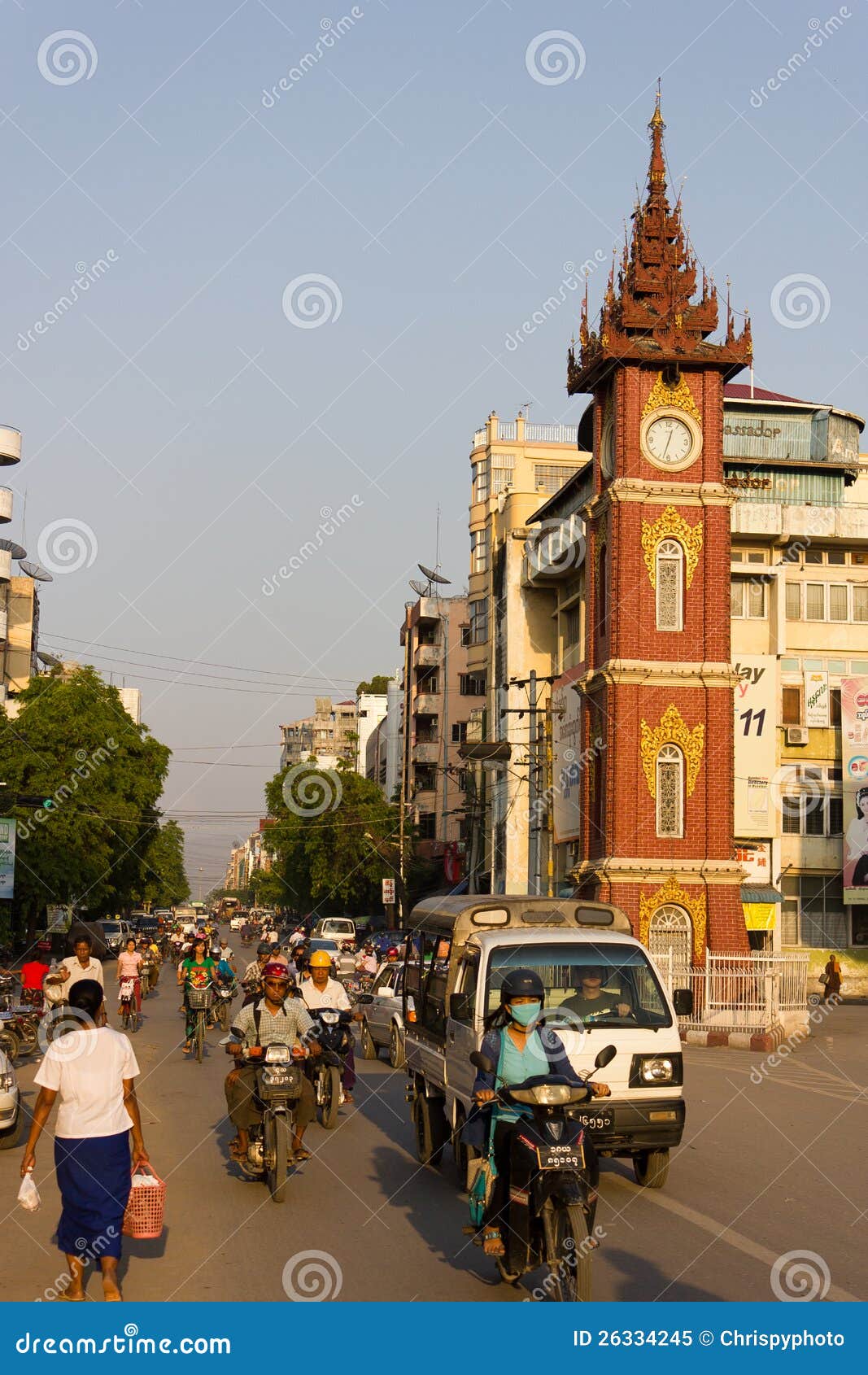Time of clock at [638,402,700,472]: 12:32
